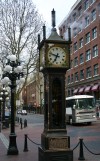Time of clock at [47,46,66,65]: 6:47
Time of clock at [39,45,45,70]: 6:47
